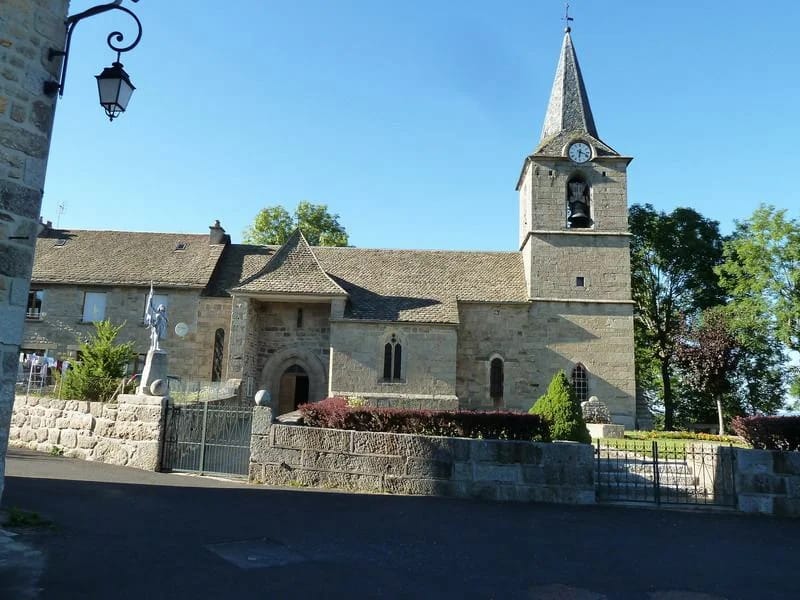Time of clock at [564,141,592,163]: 6:18
